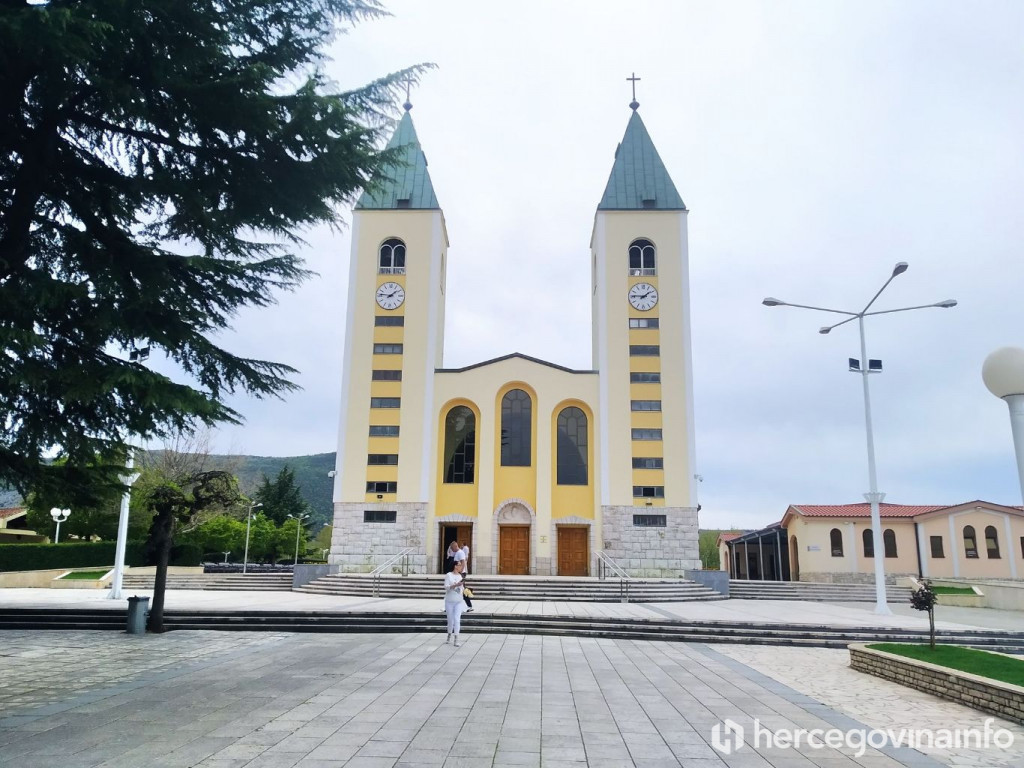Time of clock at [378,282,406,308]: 1:46
